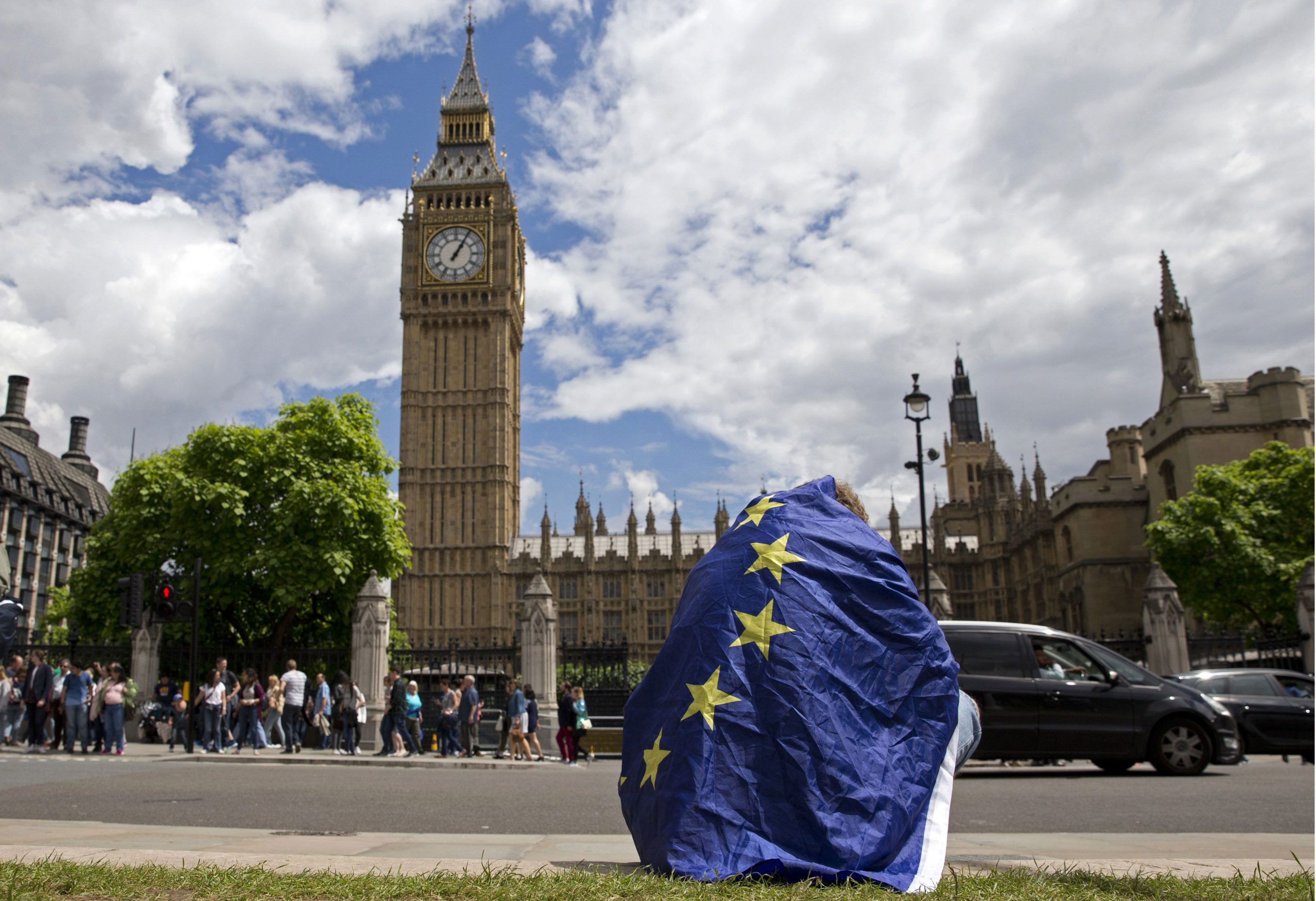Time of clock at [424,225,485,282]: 1:05
